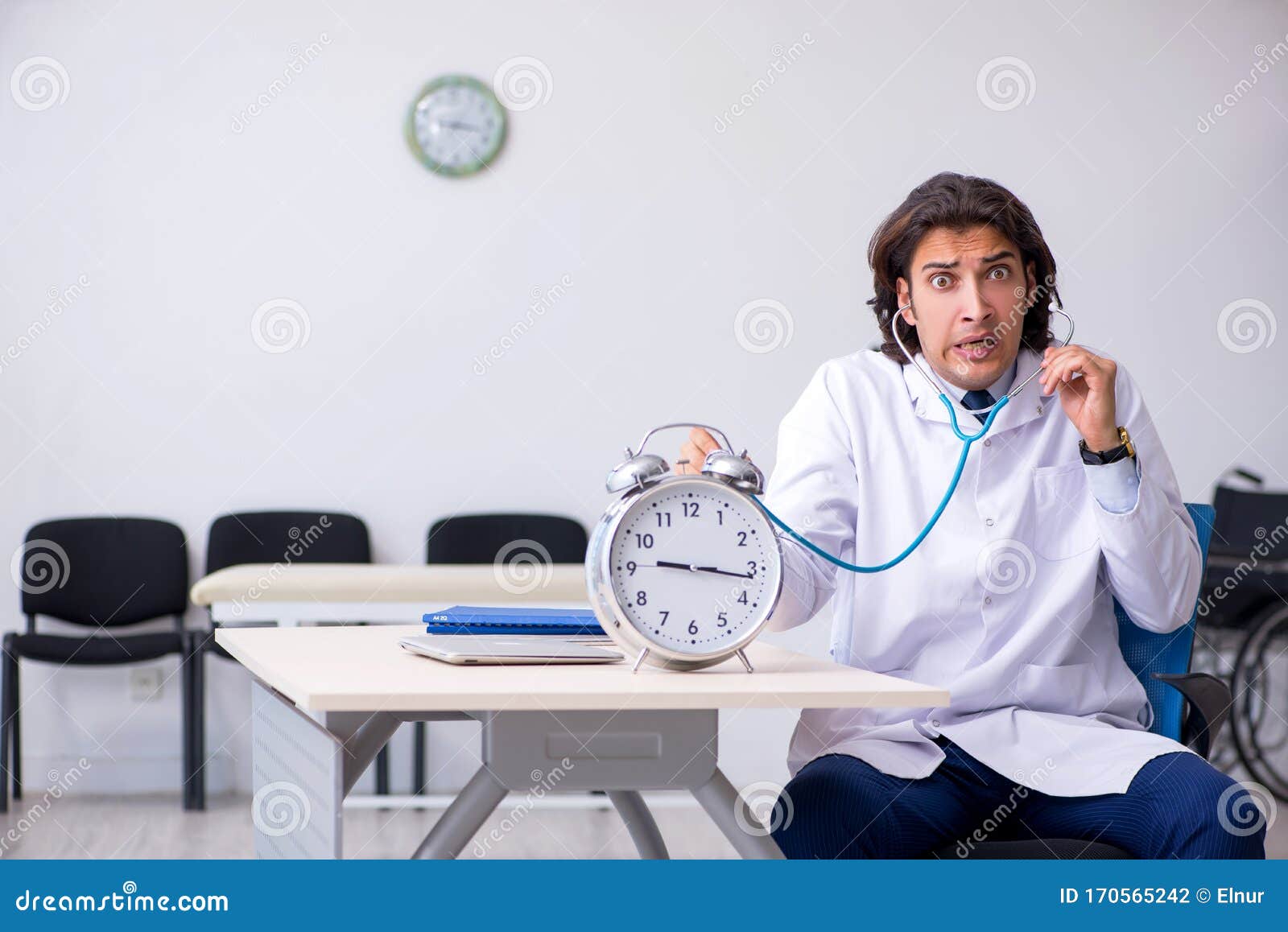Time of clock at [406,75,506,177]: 3:17
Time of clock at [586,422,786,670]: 9:16
